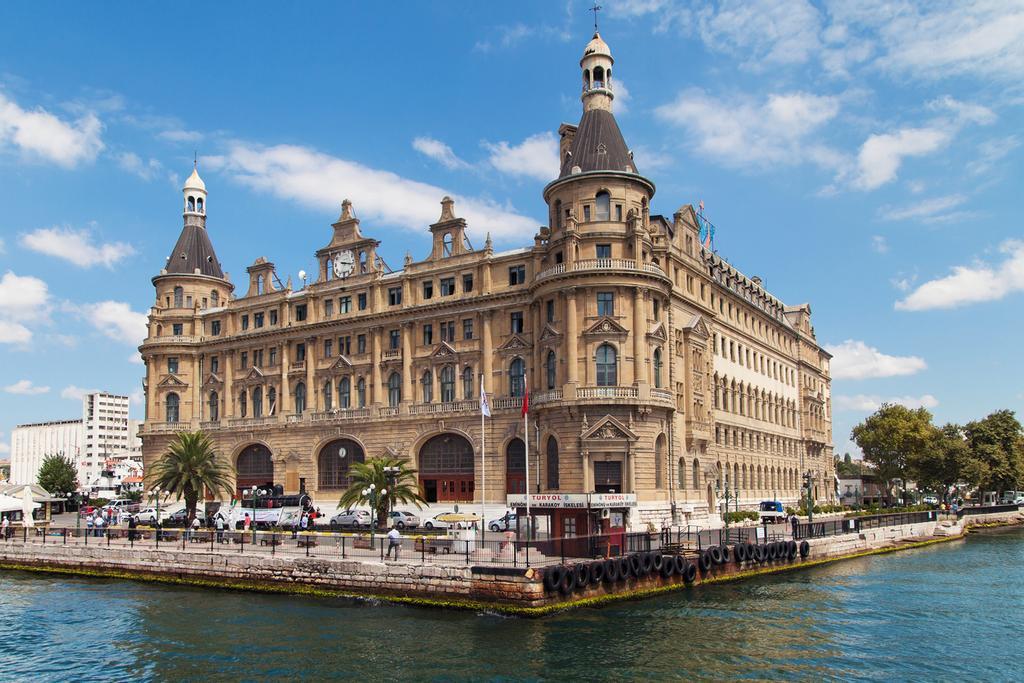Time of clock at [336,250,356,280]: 3:17
